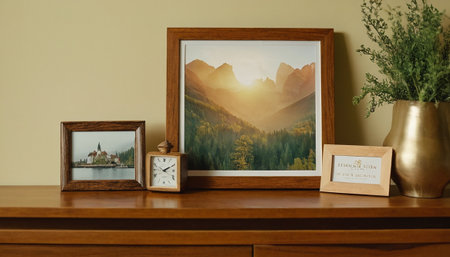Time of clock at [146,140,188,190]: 2:10
